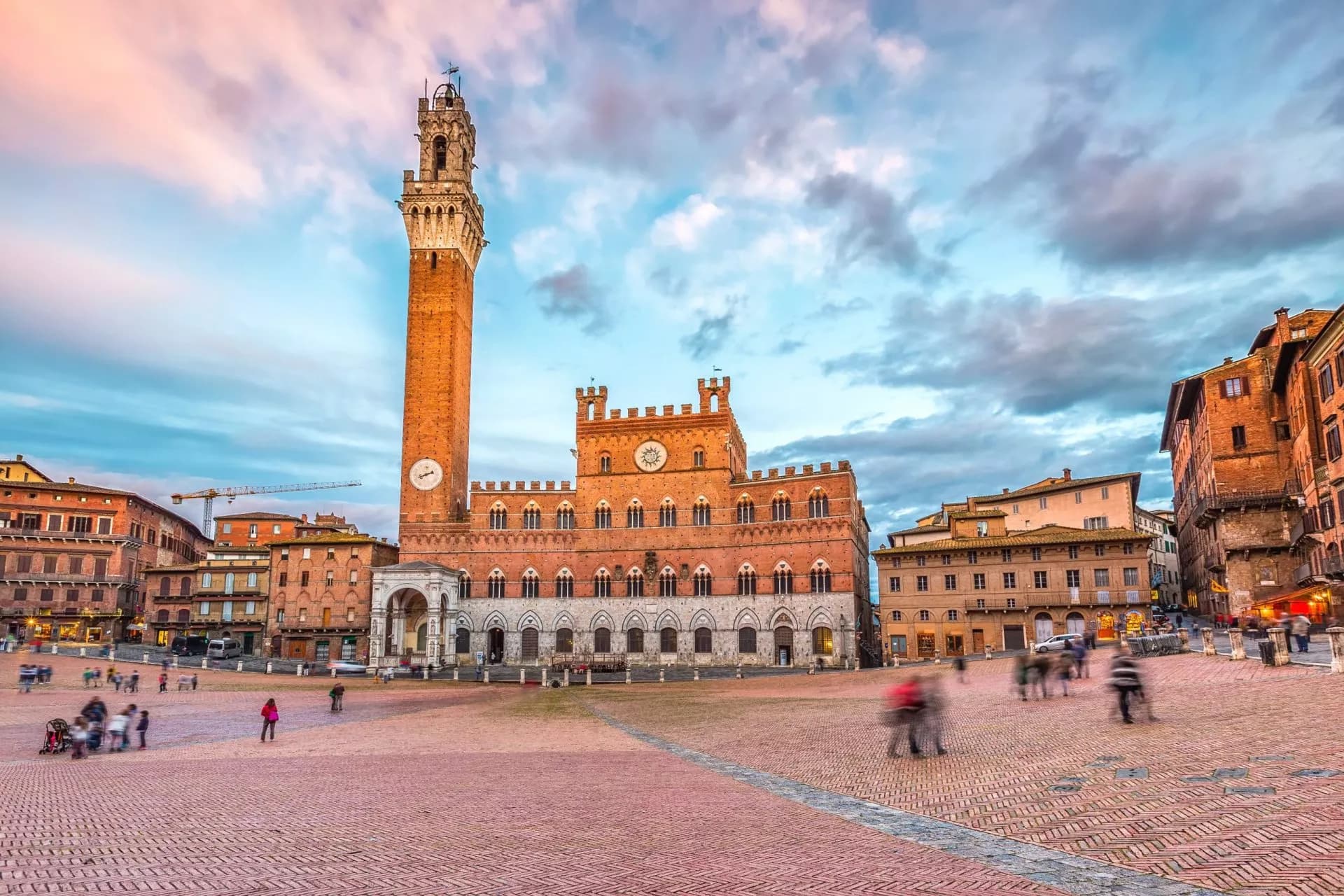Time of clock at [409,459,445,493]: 8:11
